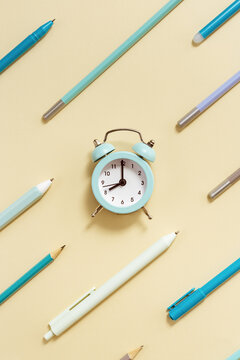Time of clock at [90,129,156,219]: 7:59
